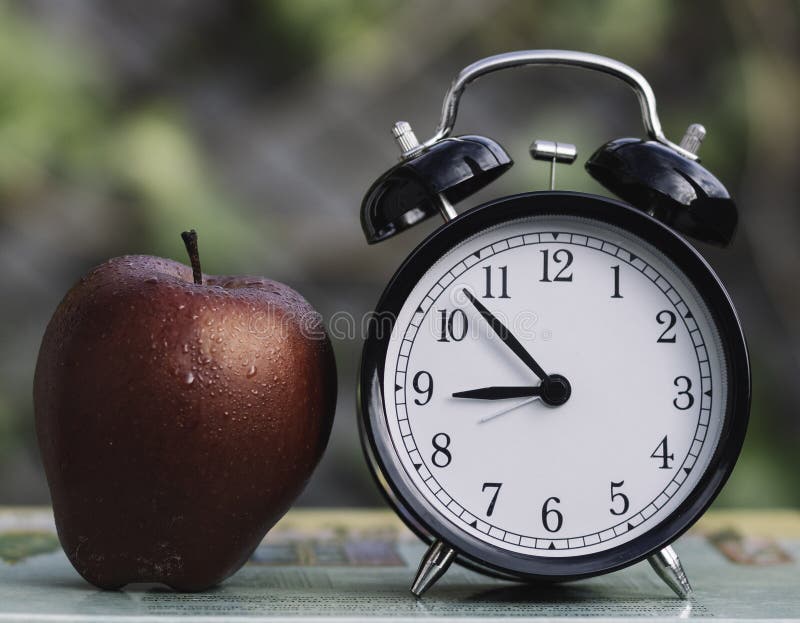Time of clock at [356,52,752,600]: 8:53
